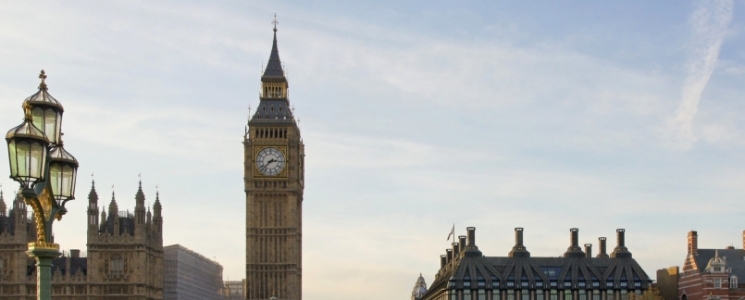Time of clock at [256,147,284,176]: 2:37
